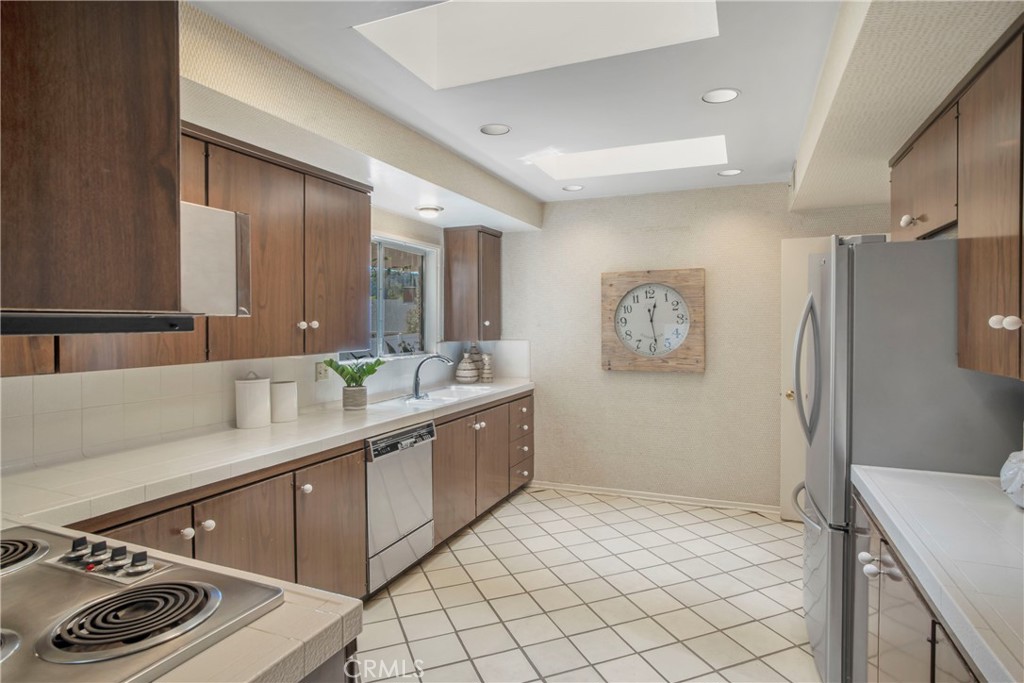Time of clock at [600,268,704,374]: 12:28
